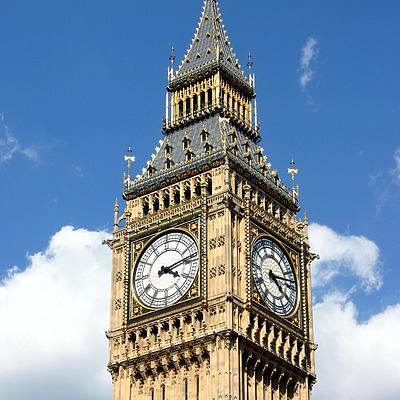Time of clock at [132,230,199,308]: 4:13
